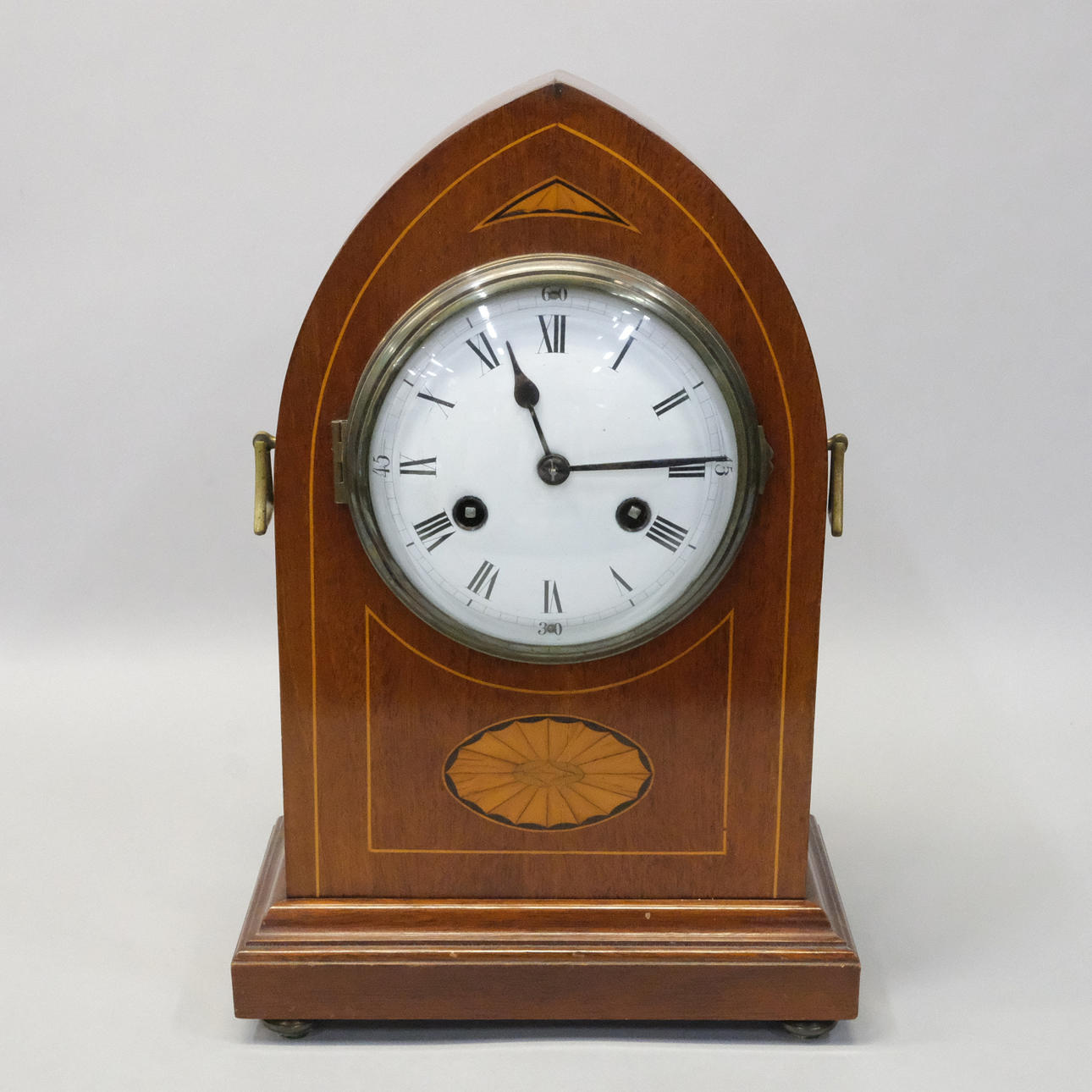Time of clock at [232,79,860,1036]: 11:14
